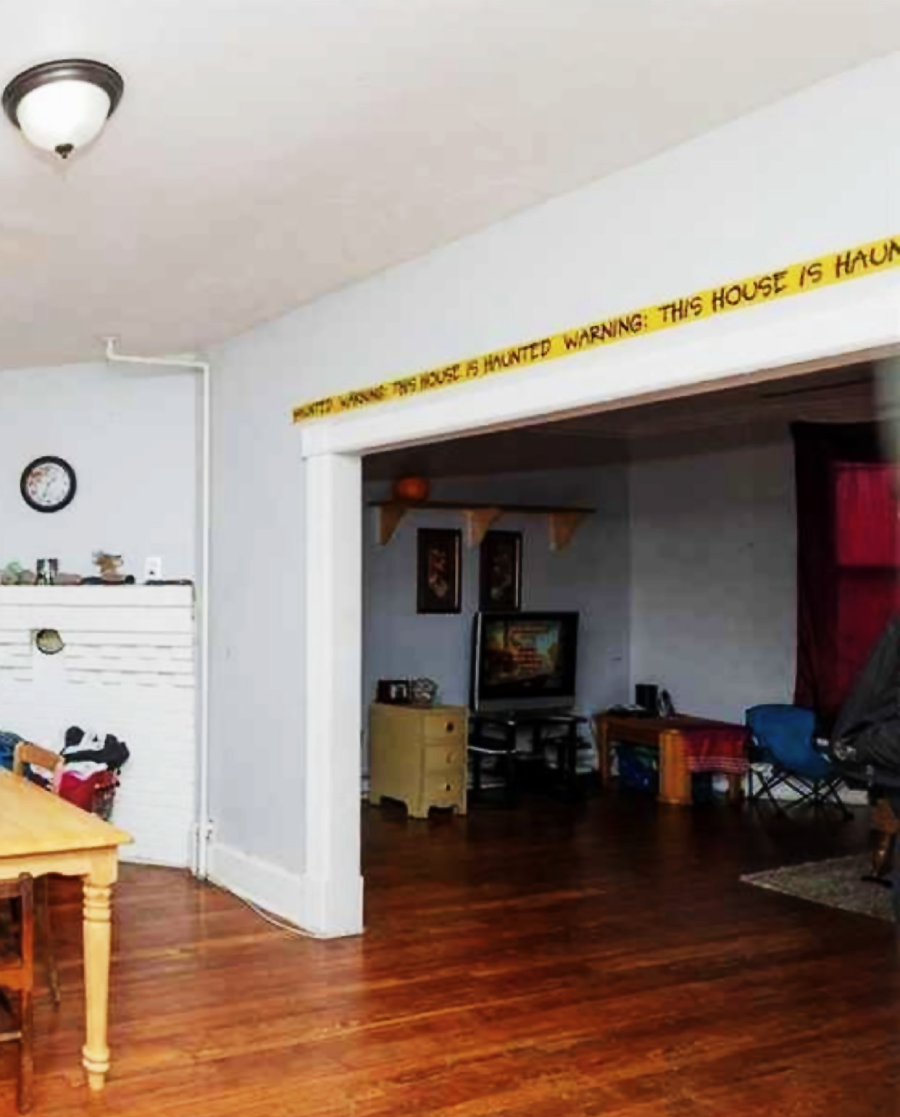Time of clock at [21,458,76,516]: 1:33
